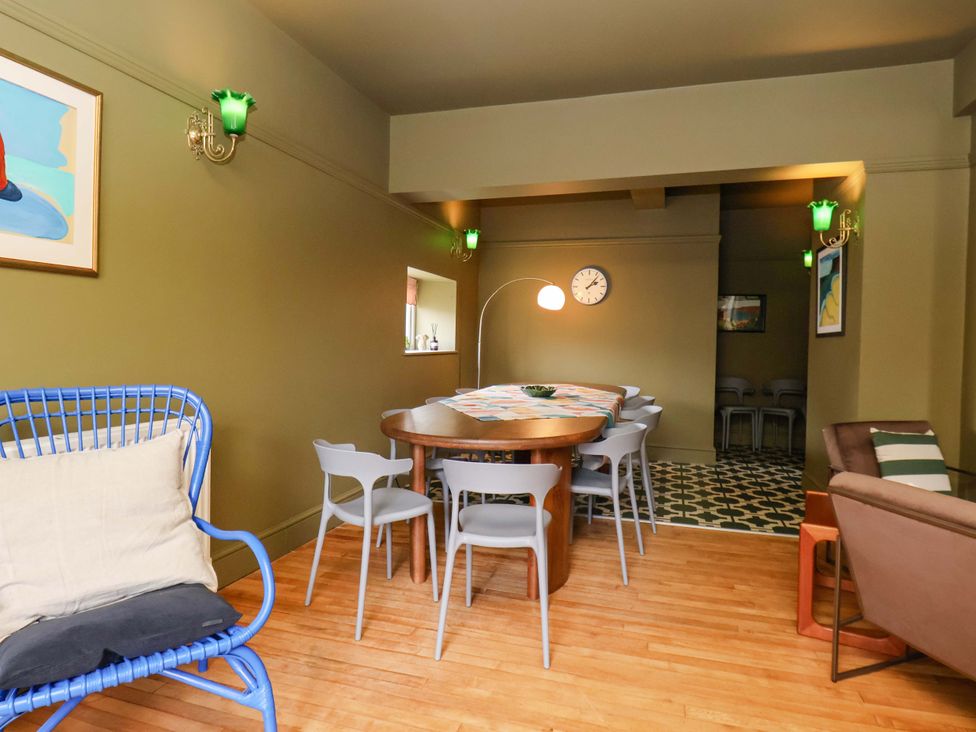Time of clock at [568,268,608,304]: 2:07
